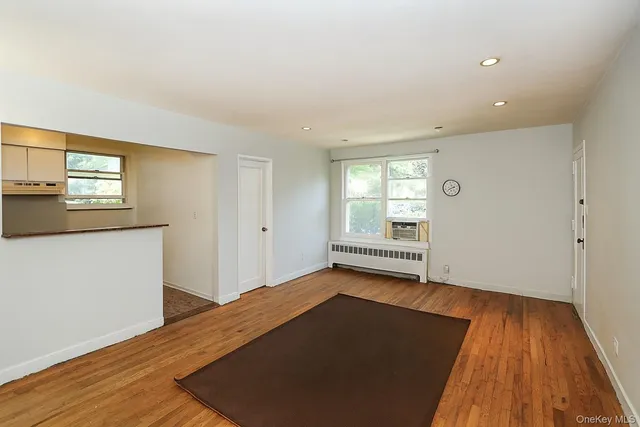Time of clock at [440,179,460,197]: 2:40
